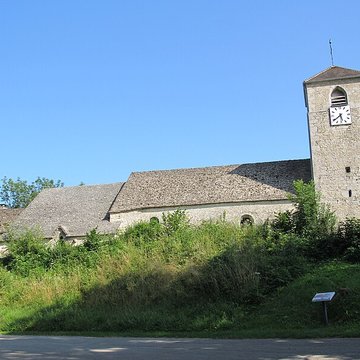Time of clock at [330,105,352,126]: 5:38
